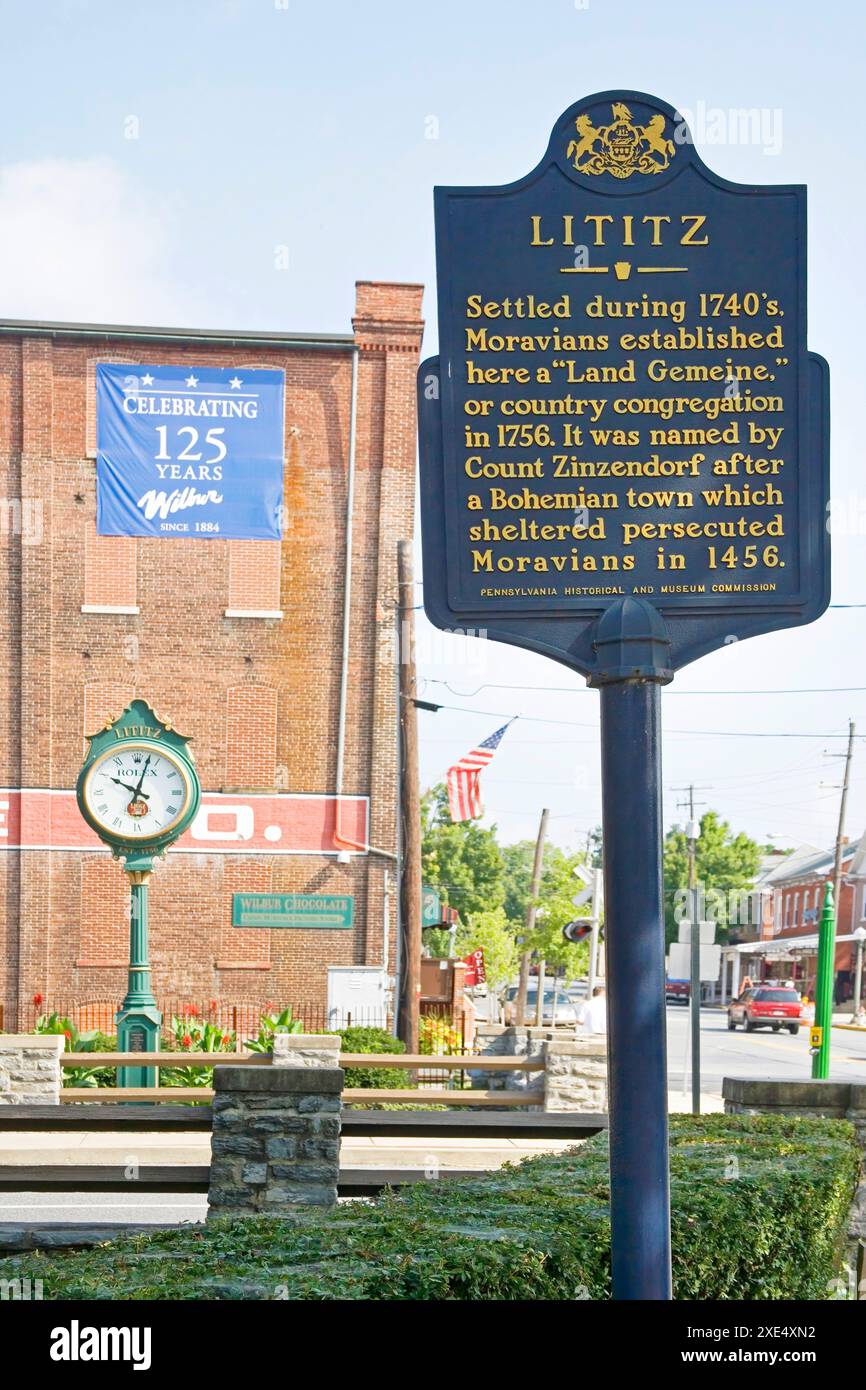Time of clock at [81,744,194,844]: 10:02
